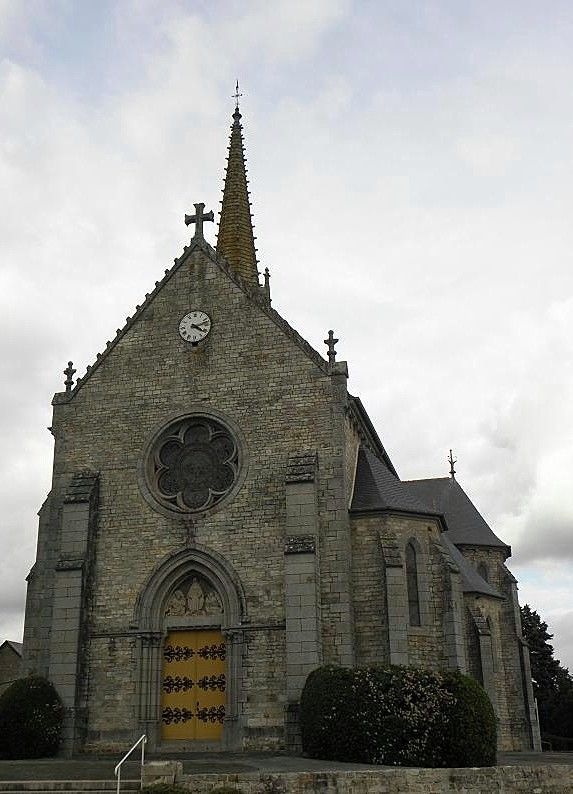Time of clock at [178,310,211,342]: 4:12
